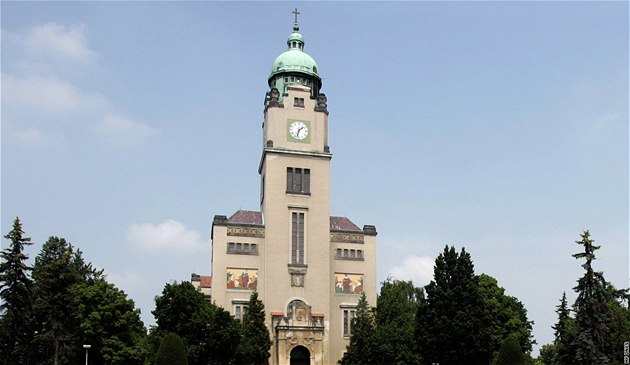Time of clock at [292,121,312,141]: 1:32
